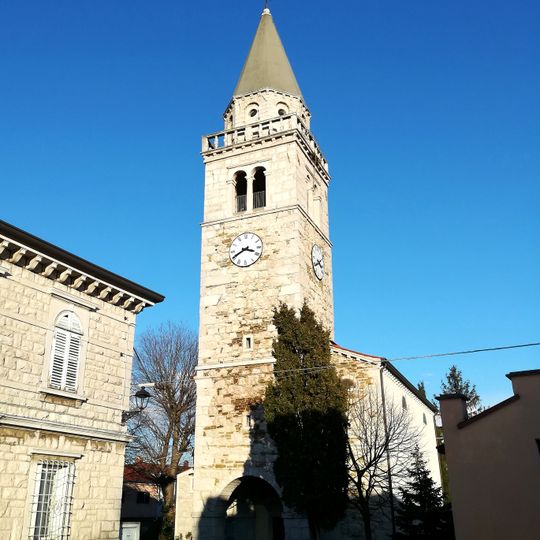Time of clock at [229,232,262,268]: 3:40
